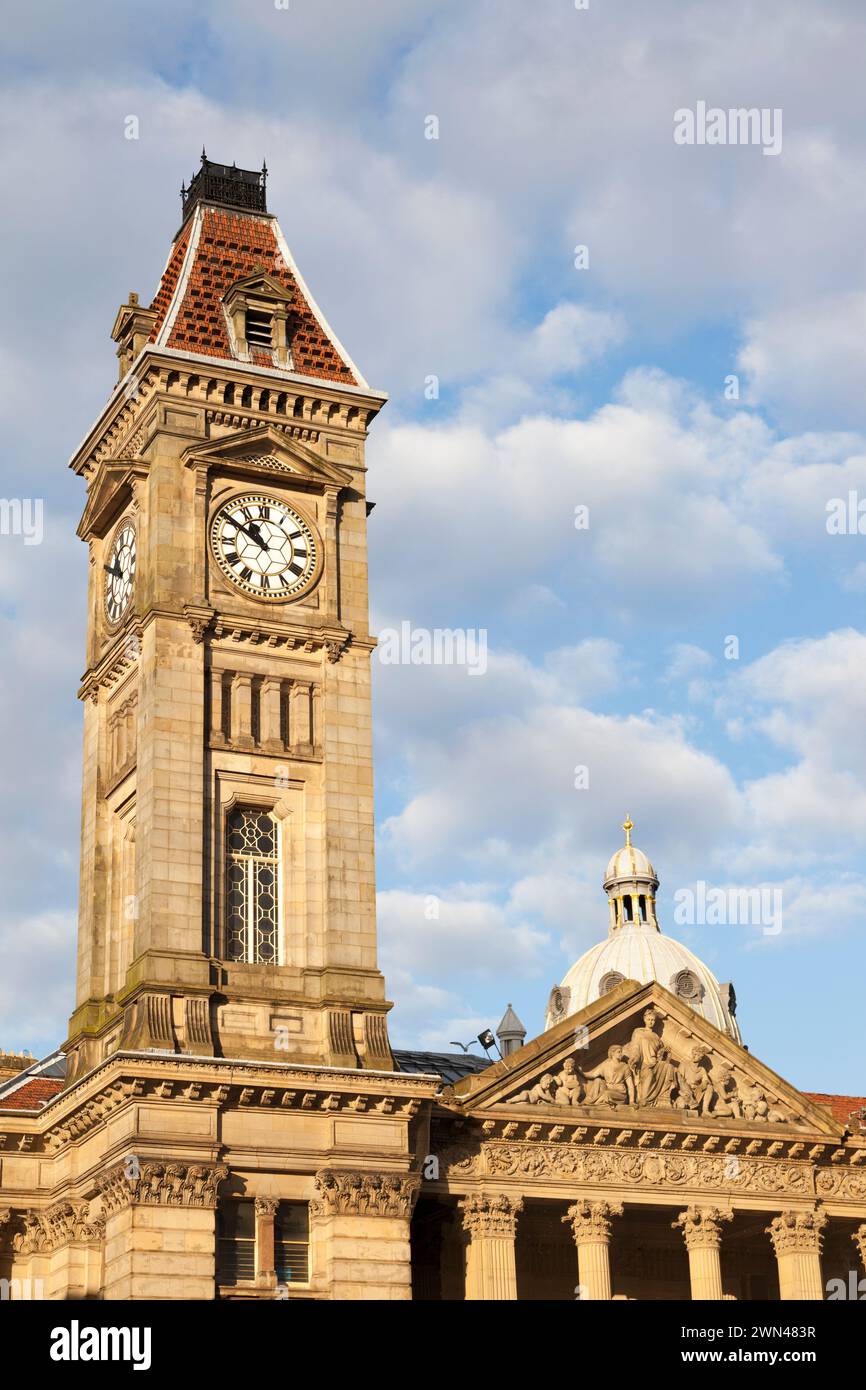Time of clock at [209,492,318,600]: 10:50
